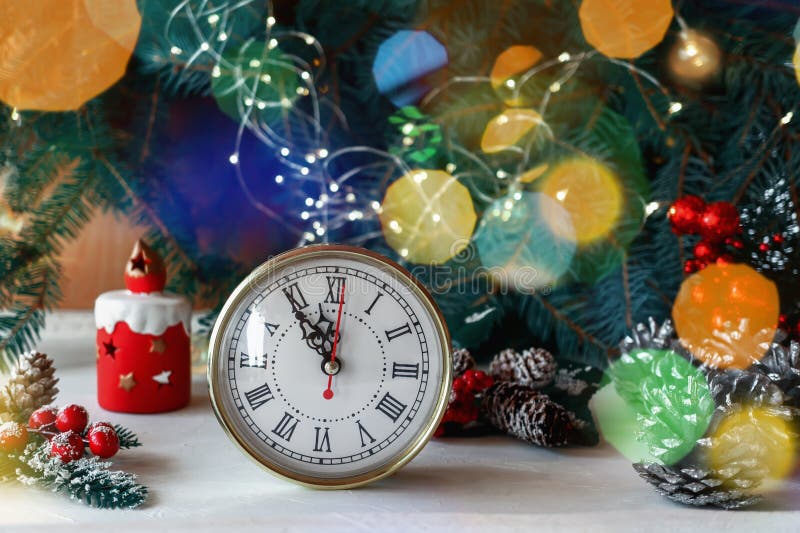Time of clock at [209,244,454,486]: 11:54
